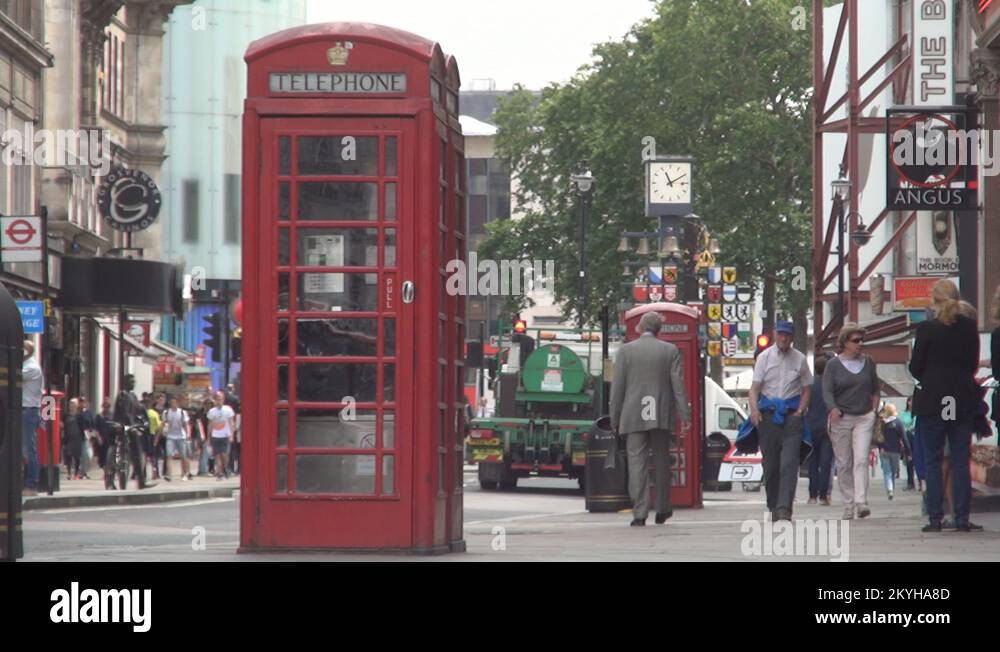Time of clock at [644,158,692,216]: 11:10
